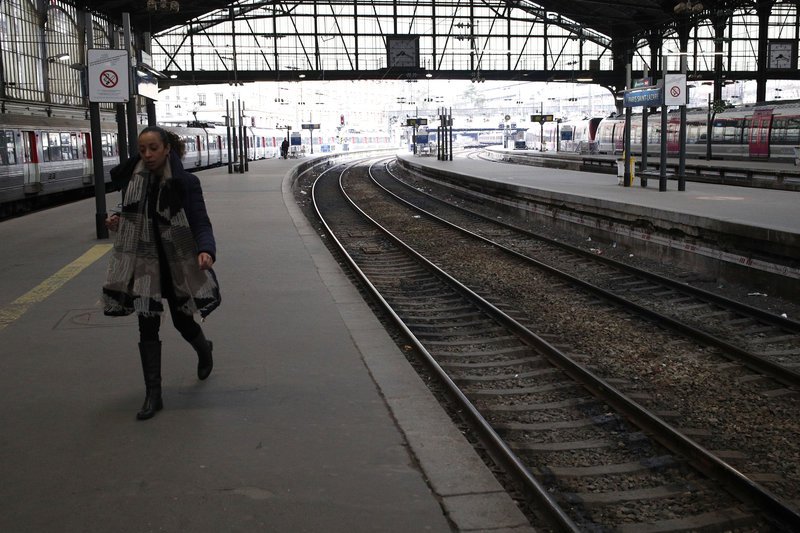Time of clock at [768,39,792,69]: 8:18
